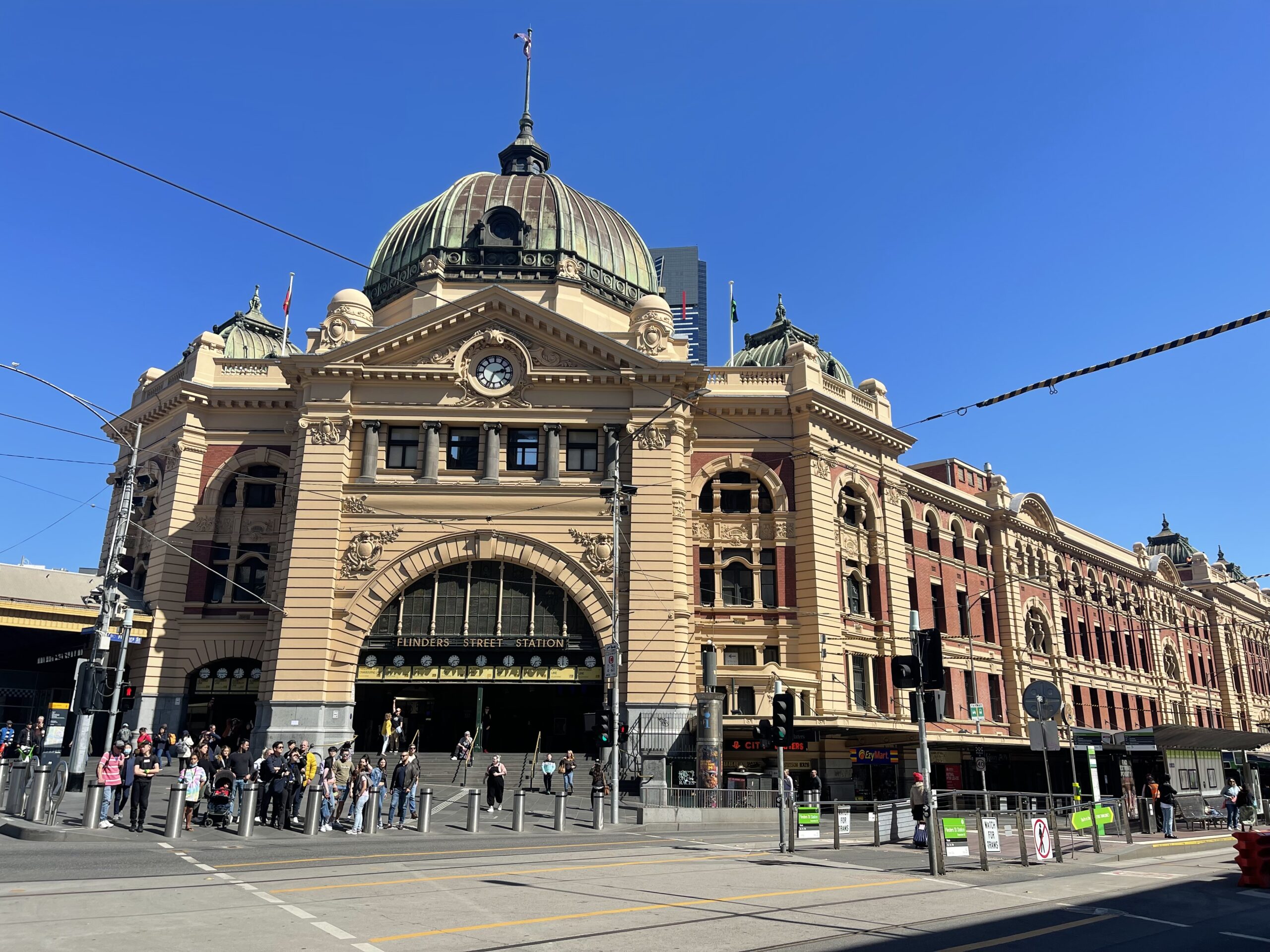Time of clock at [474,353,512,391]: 2:33
